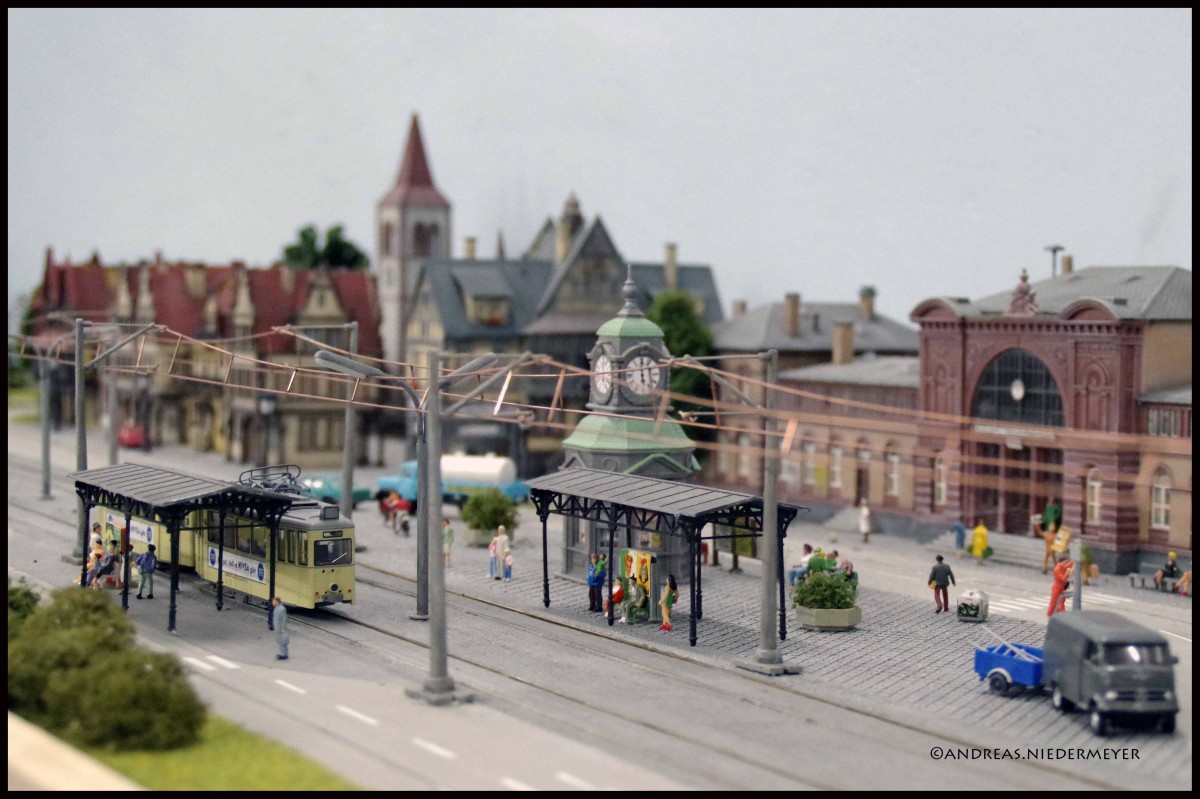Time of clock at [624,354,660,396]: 5:59
